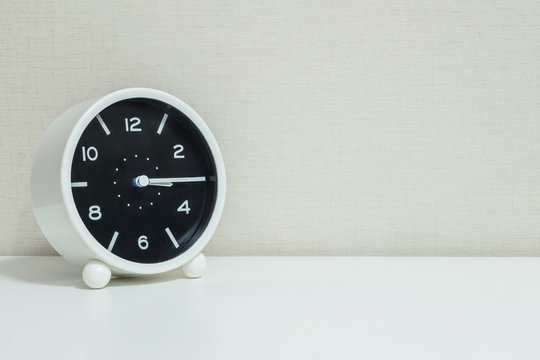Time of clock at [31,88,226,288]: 3:14
